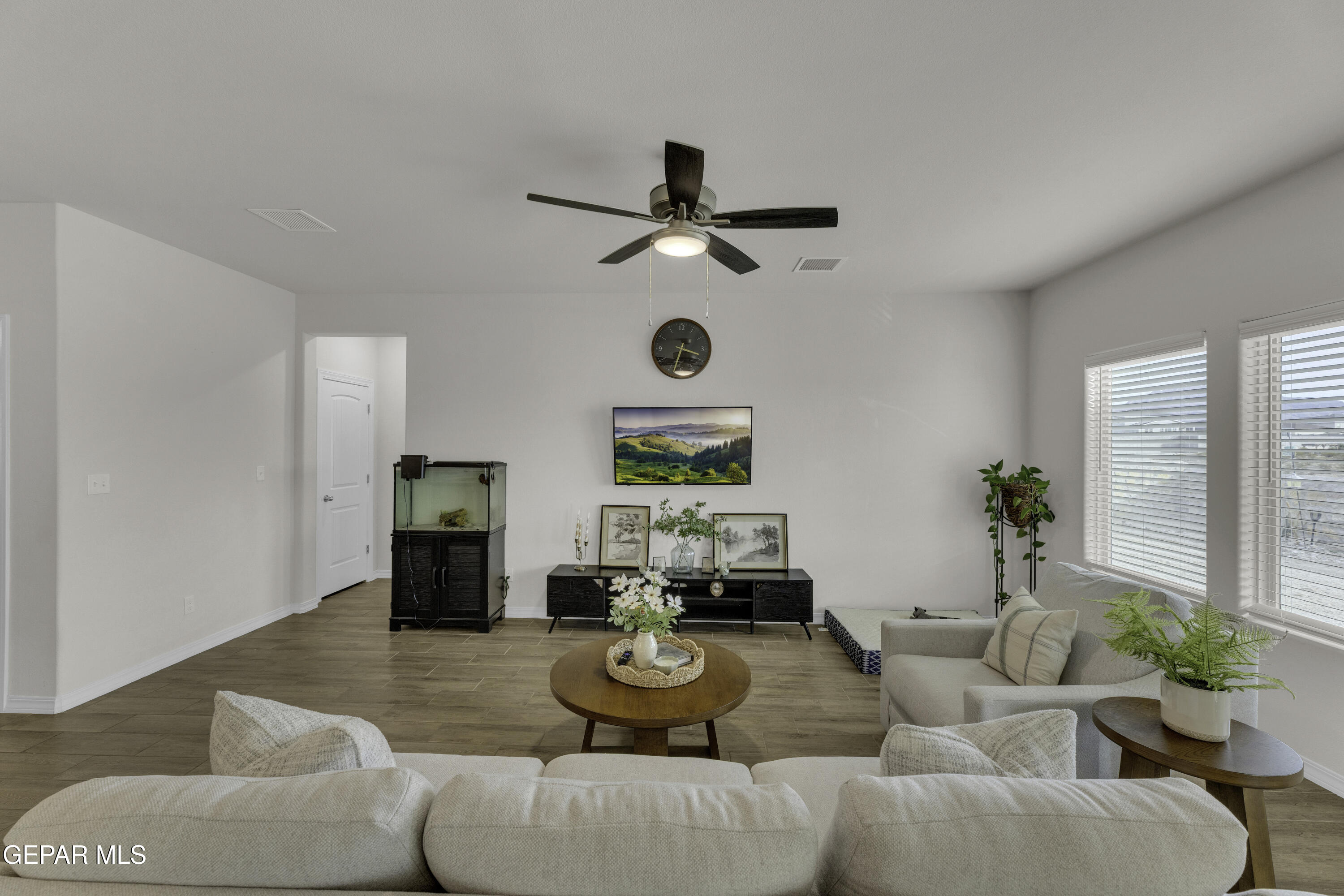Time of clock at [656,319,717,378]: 3:33
